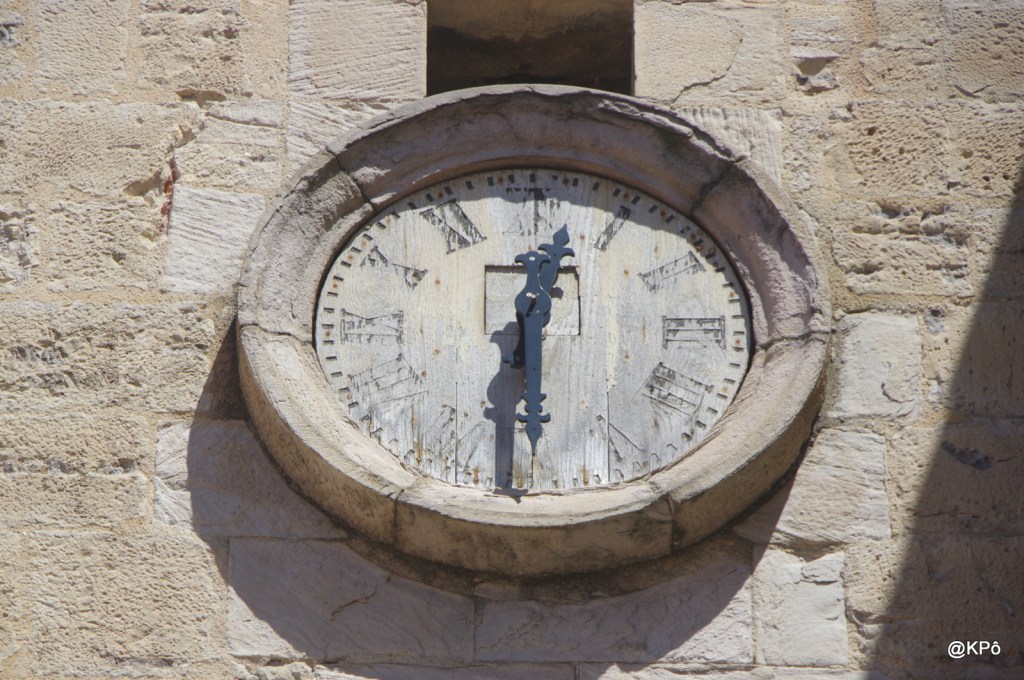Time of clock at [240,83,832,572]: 12:30
